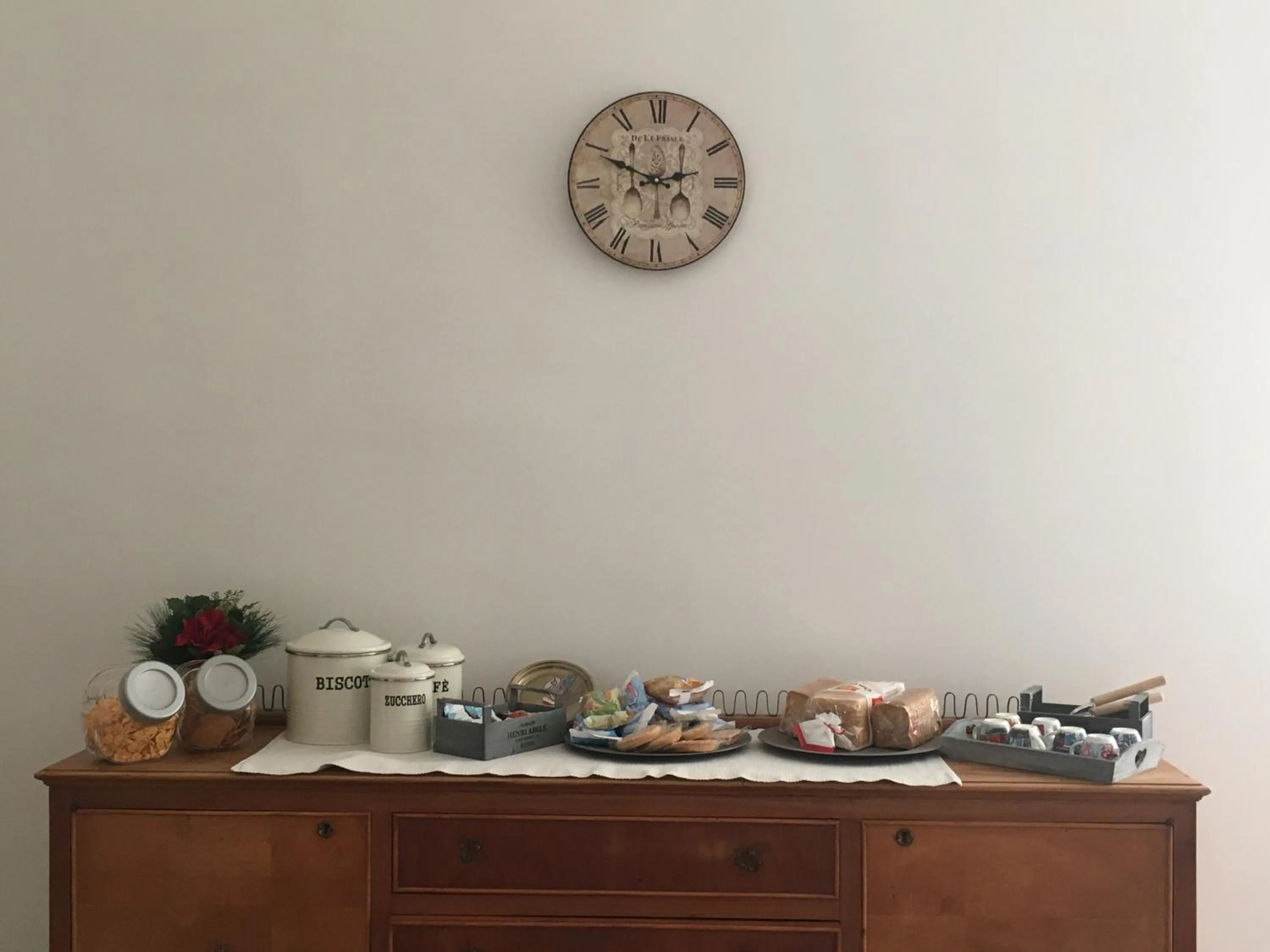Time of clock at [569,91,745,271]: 2:49
